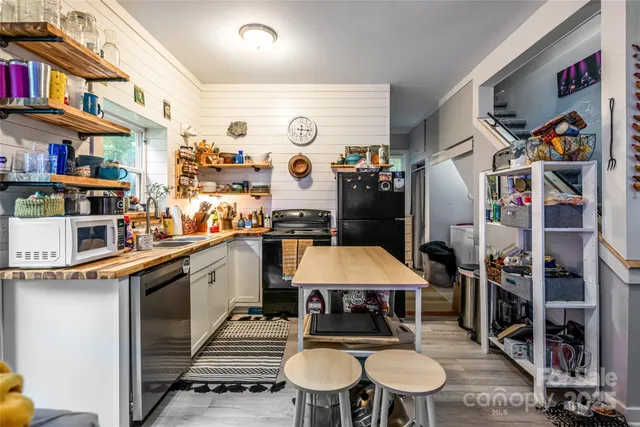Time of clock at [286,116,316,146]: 6:16
